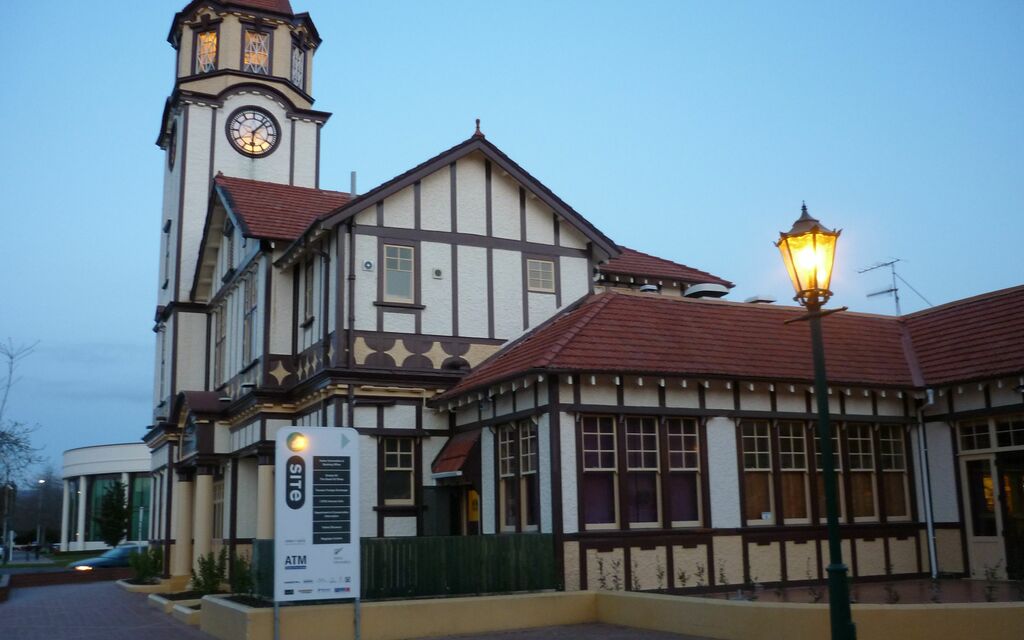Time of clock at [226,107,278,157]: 6:07
